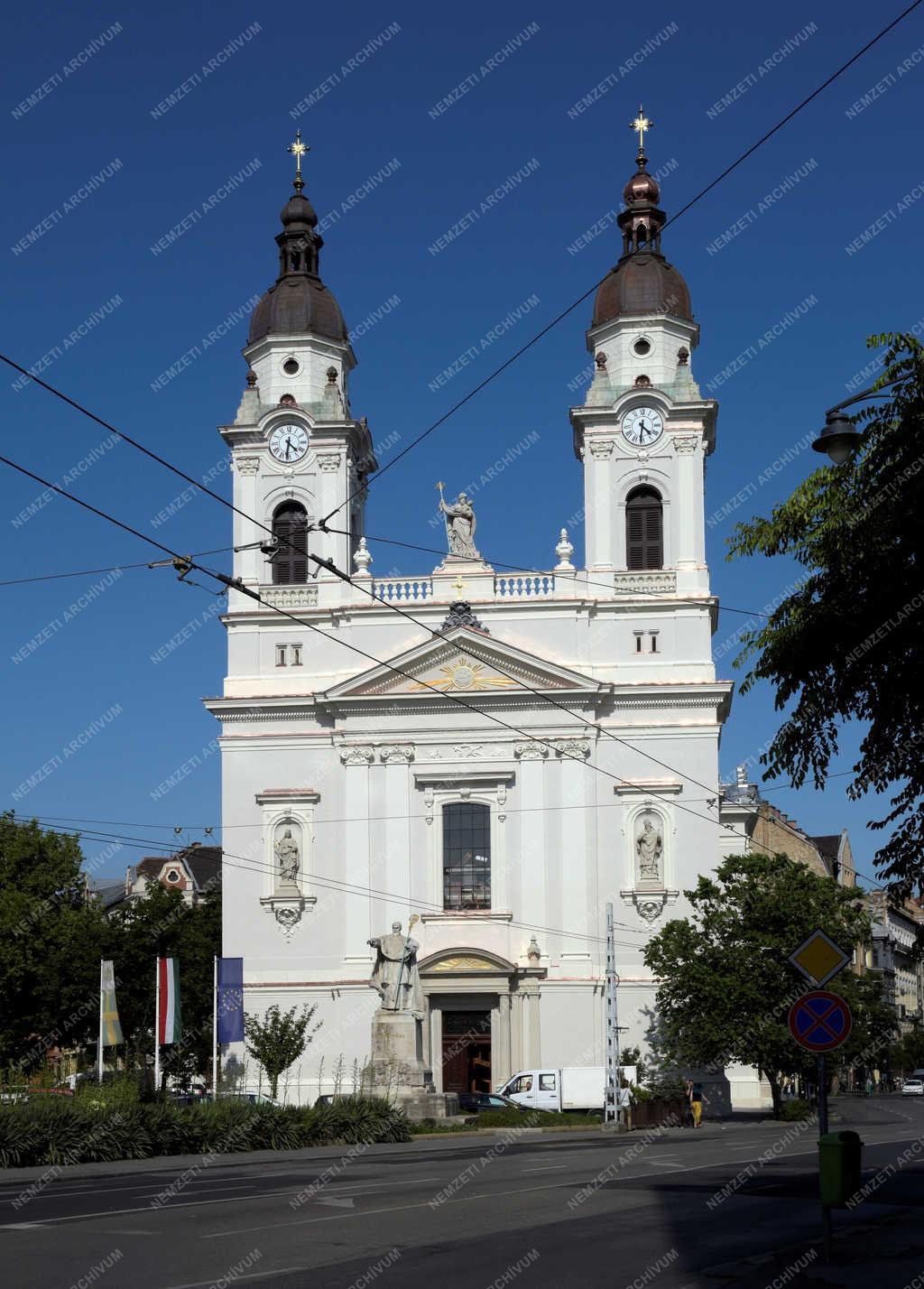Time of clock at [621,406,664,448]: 4:31
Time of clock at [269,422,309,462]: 4:31
